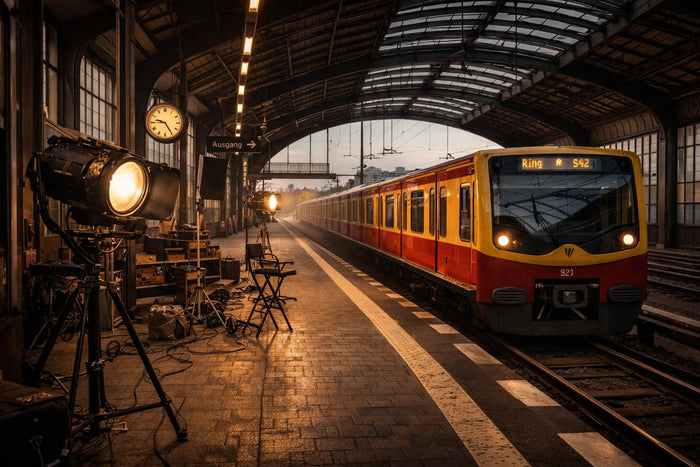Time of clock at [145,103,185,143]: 9:24
